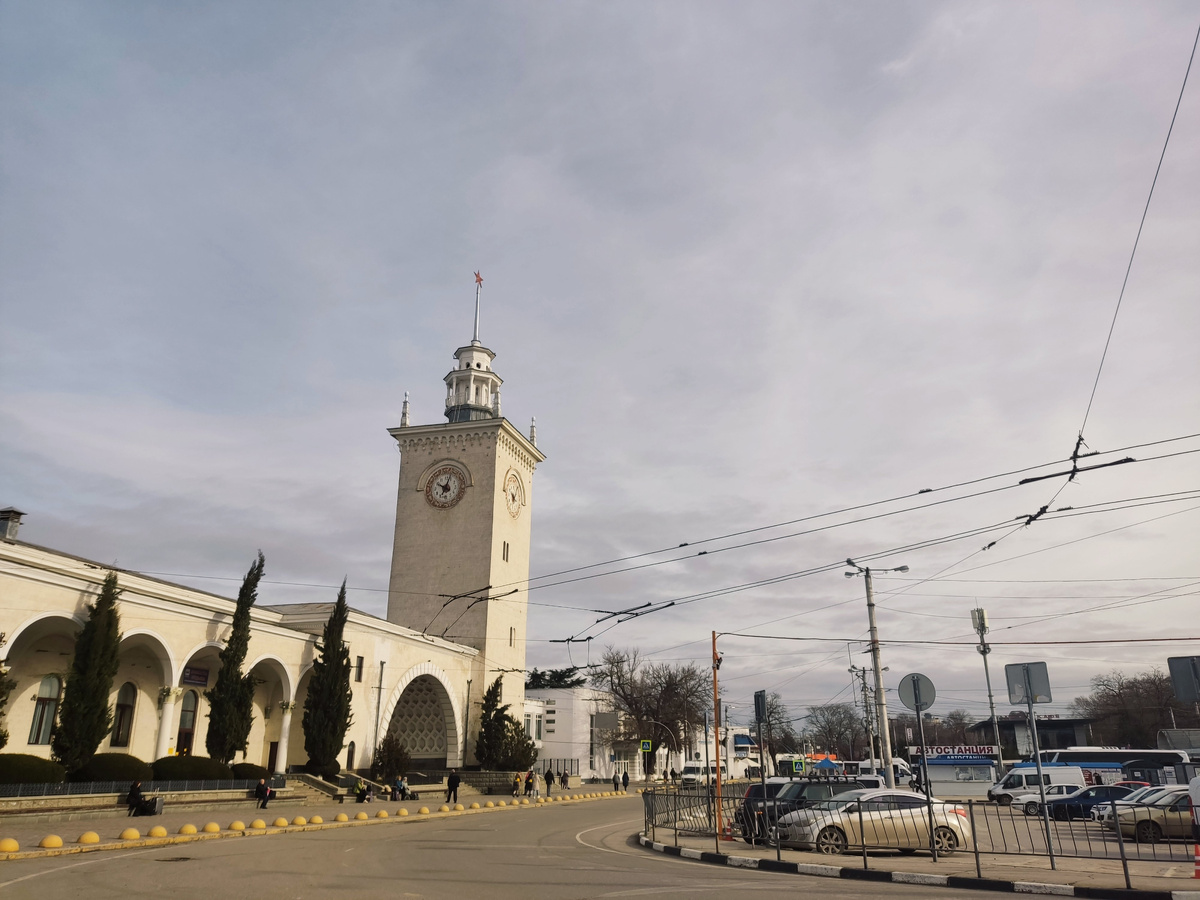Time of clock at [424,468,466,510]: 10:02
